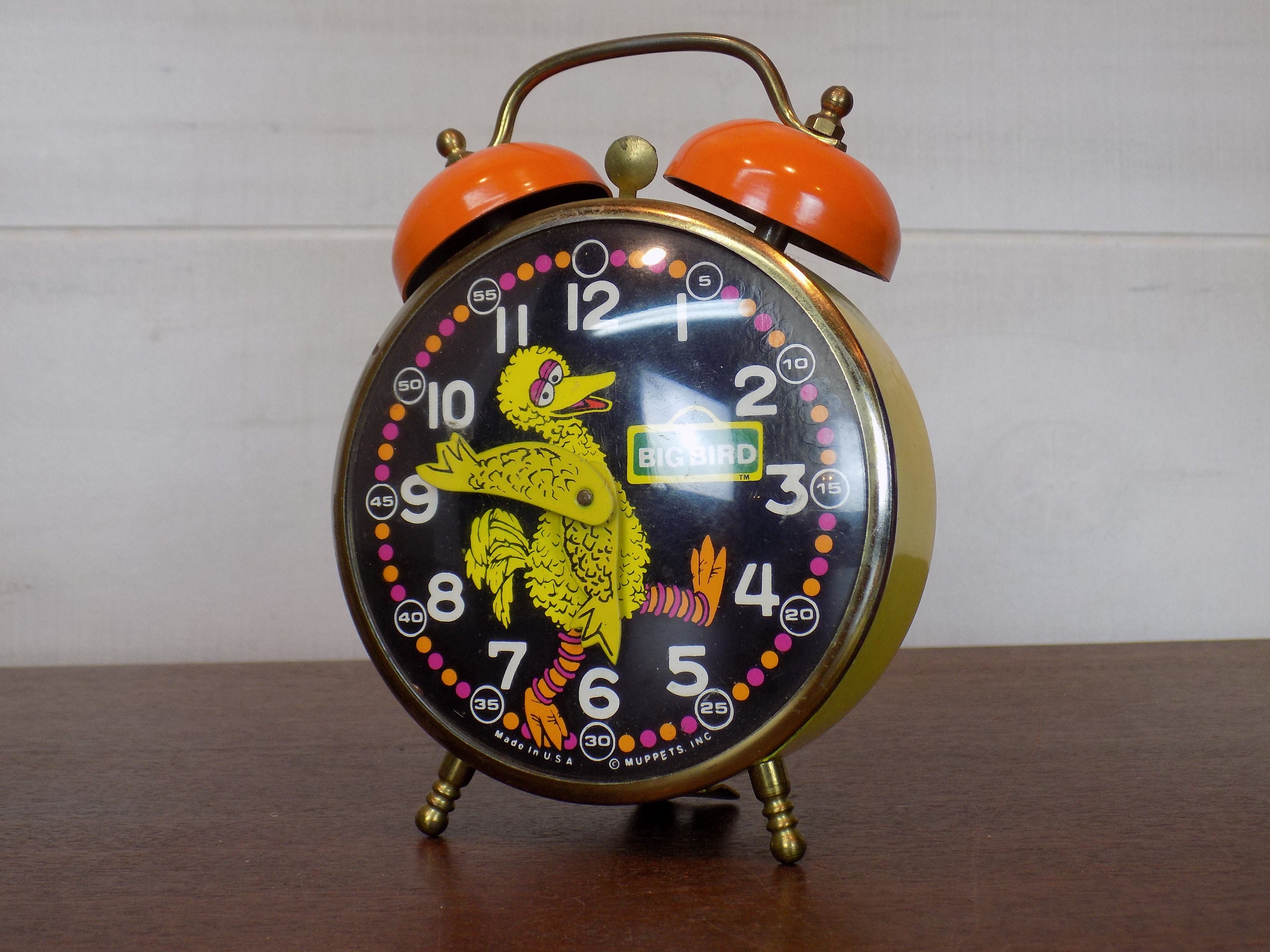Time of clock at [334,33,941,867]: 10:46
